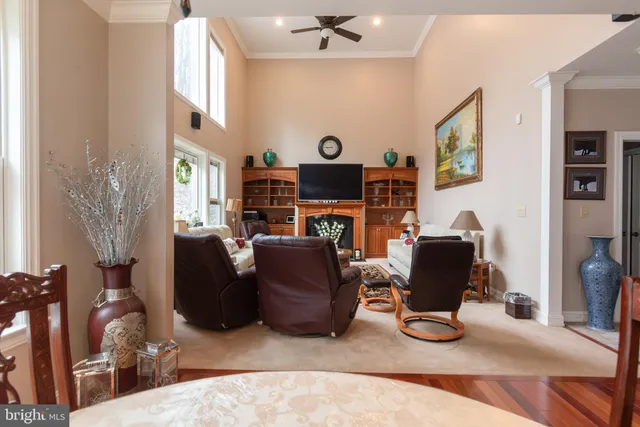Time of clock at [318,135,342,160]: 8:45
